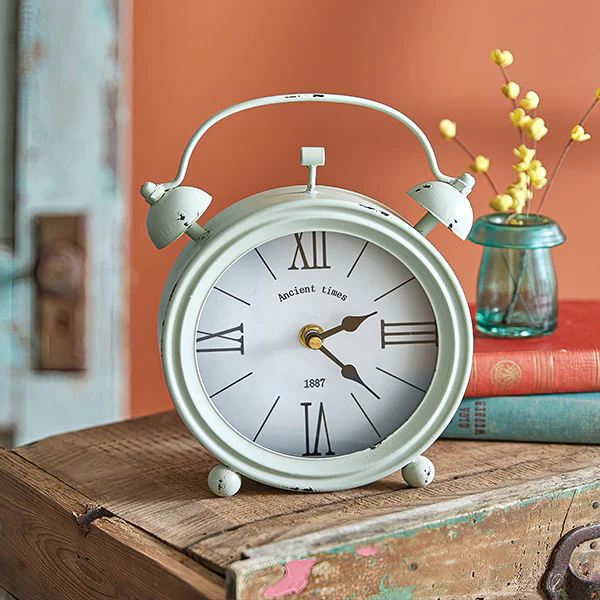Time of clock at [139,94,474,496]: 2:22
